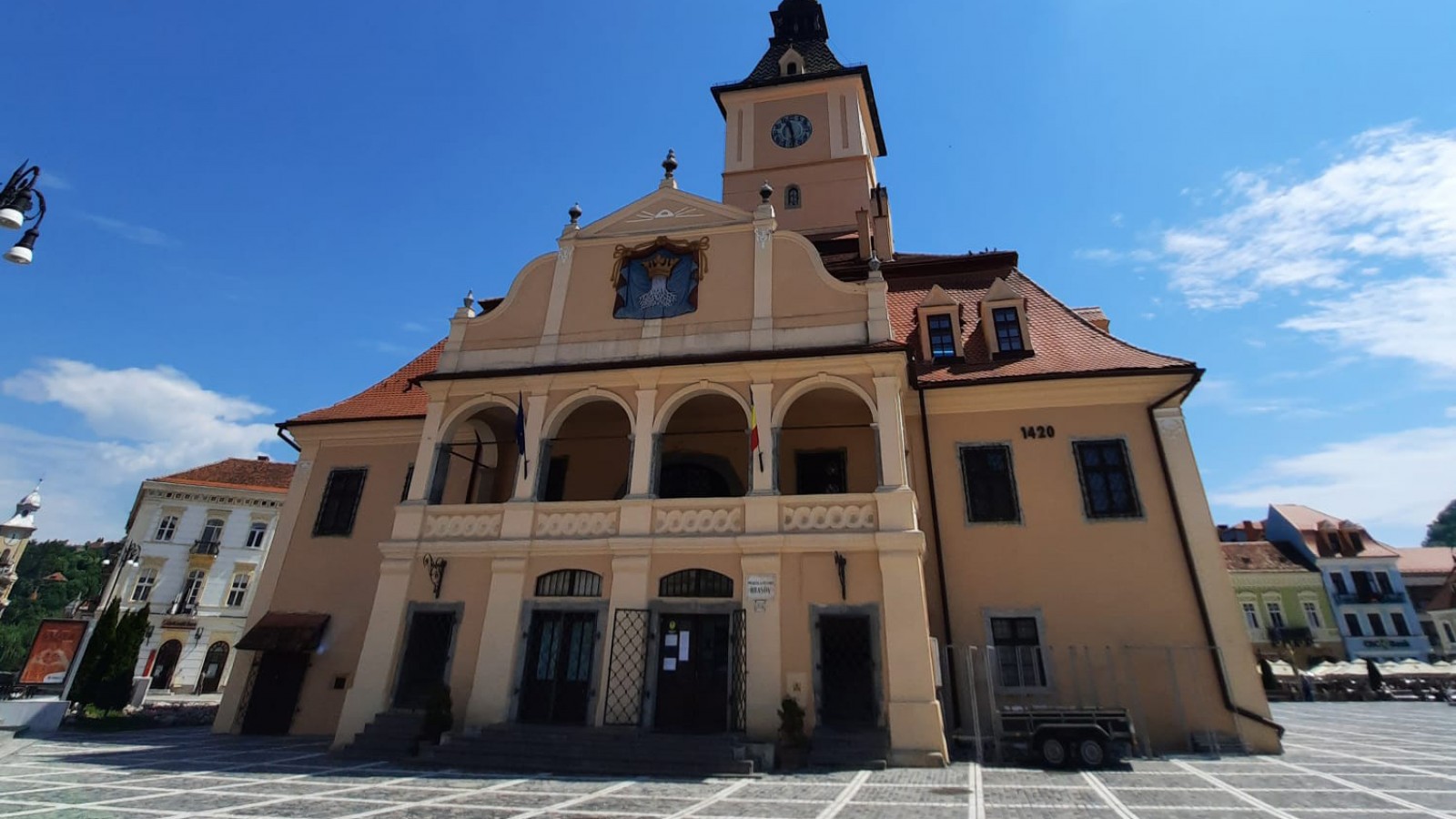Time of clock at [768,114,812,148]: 11:28
